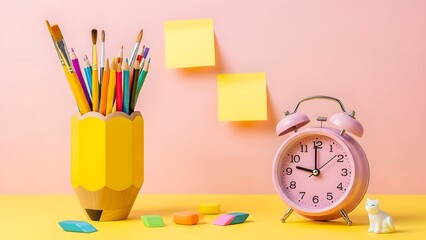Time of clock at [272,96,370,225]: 8:59
